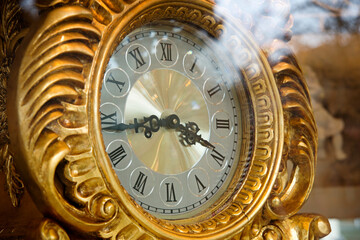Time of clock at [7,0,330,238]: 3:43
